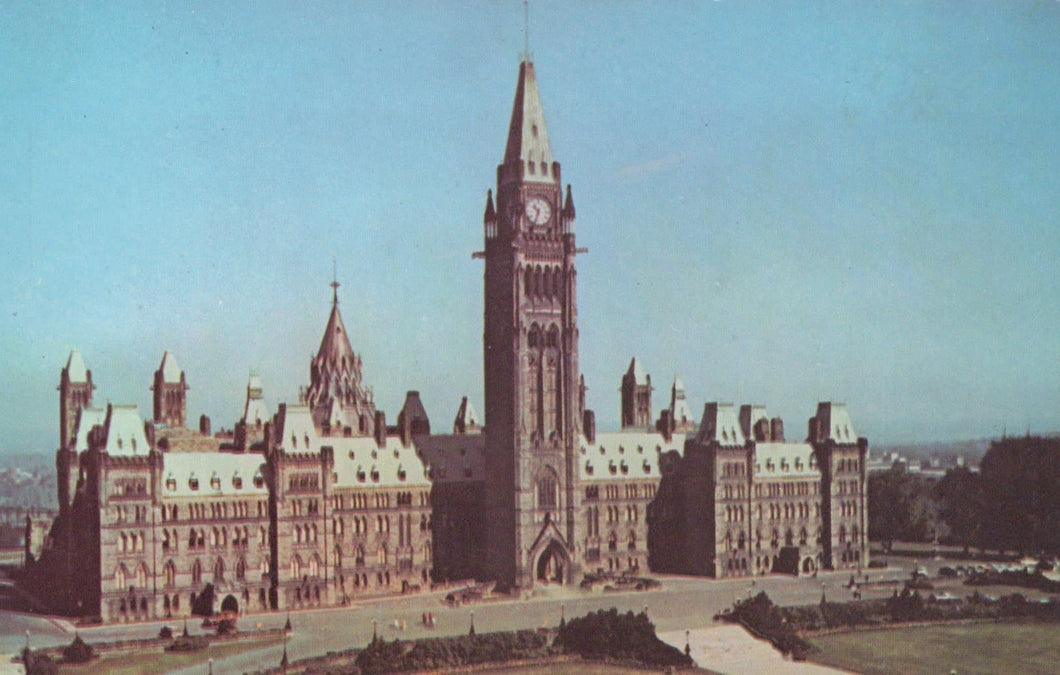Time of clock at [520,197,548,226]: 10:33
